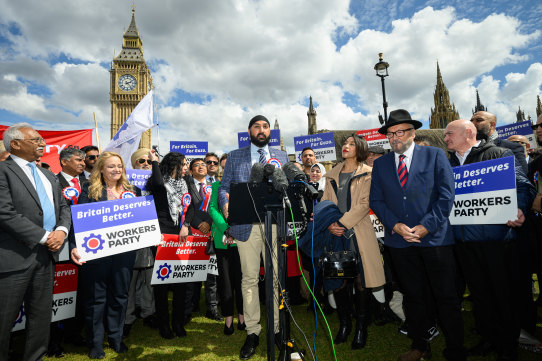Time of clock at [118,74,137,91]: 2:23
